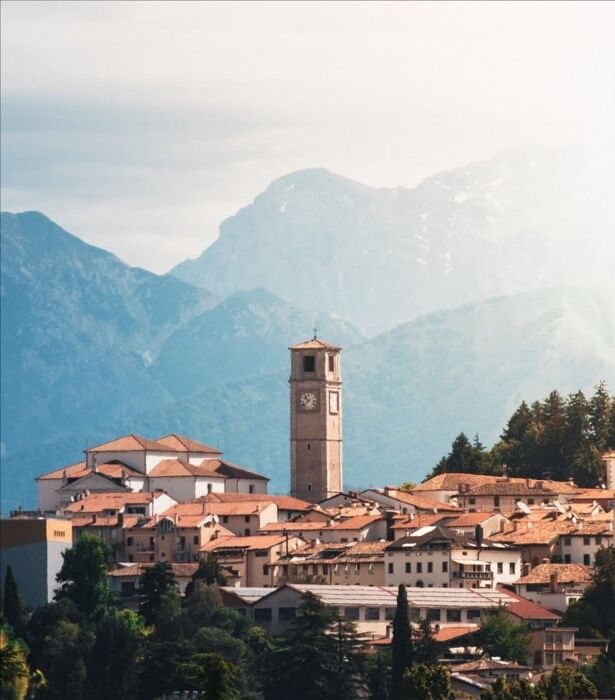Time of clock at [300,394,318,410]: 10:38
